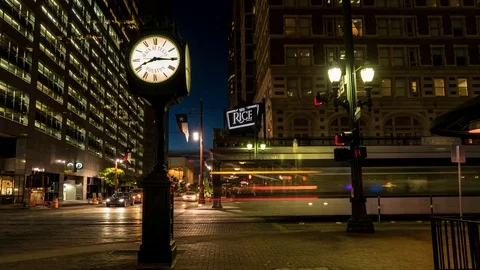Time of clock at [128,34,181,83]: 8:15
